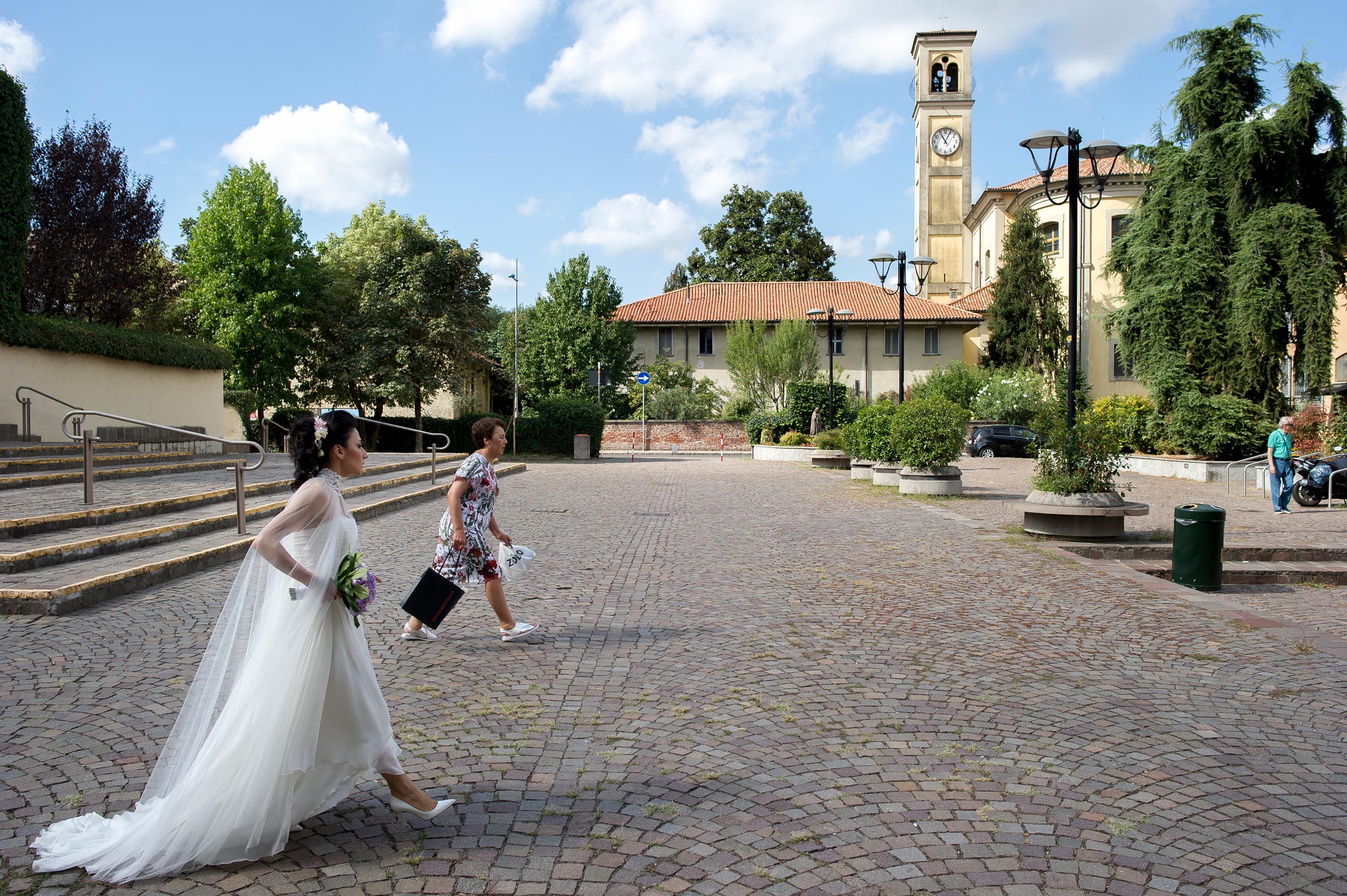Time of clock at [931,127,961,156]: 11:04
